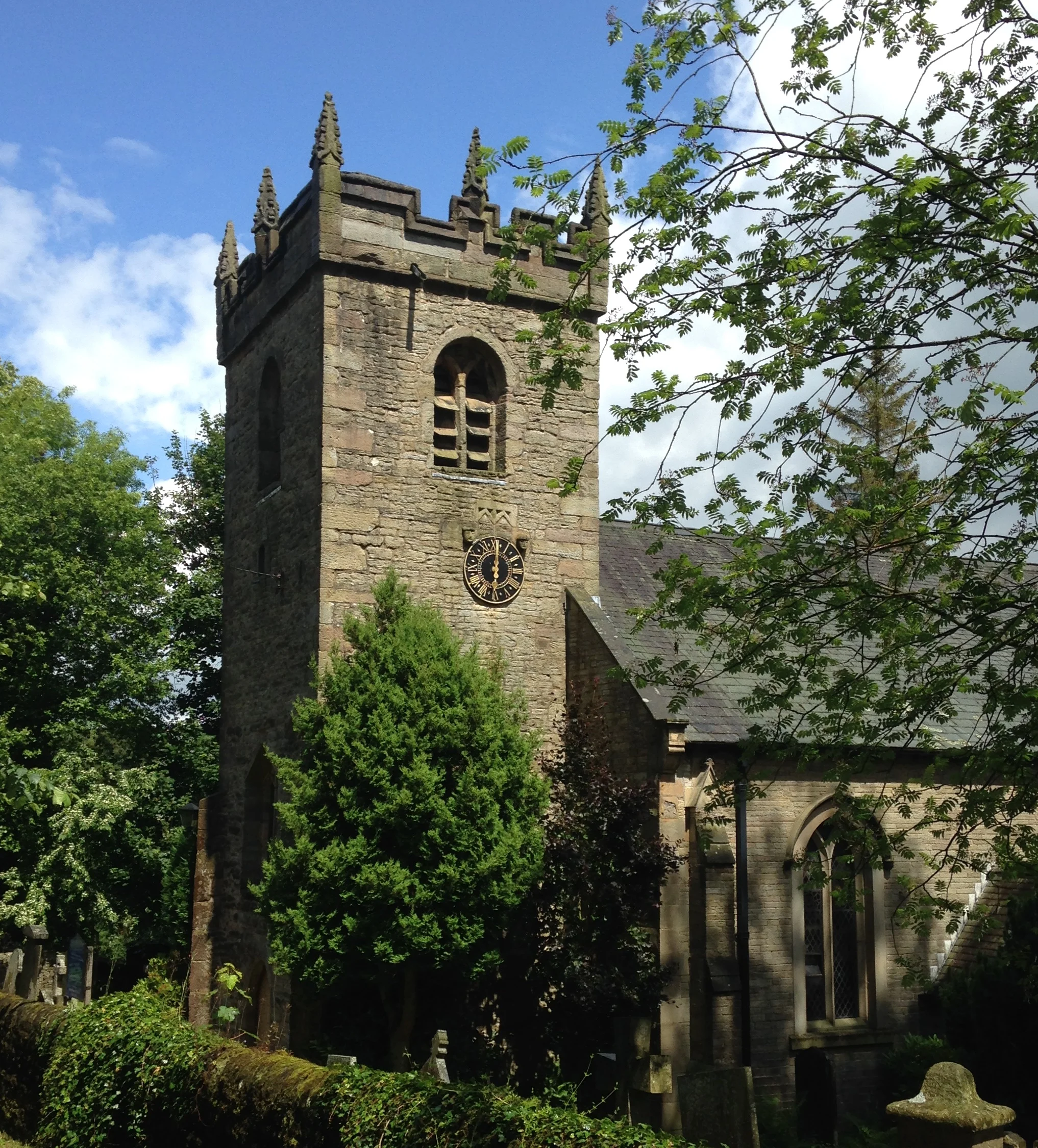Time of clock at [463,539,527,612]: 6:00
